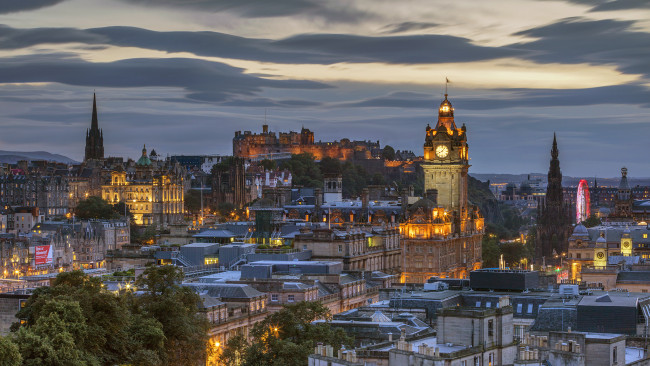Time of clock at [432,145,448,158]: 8:07
